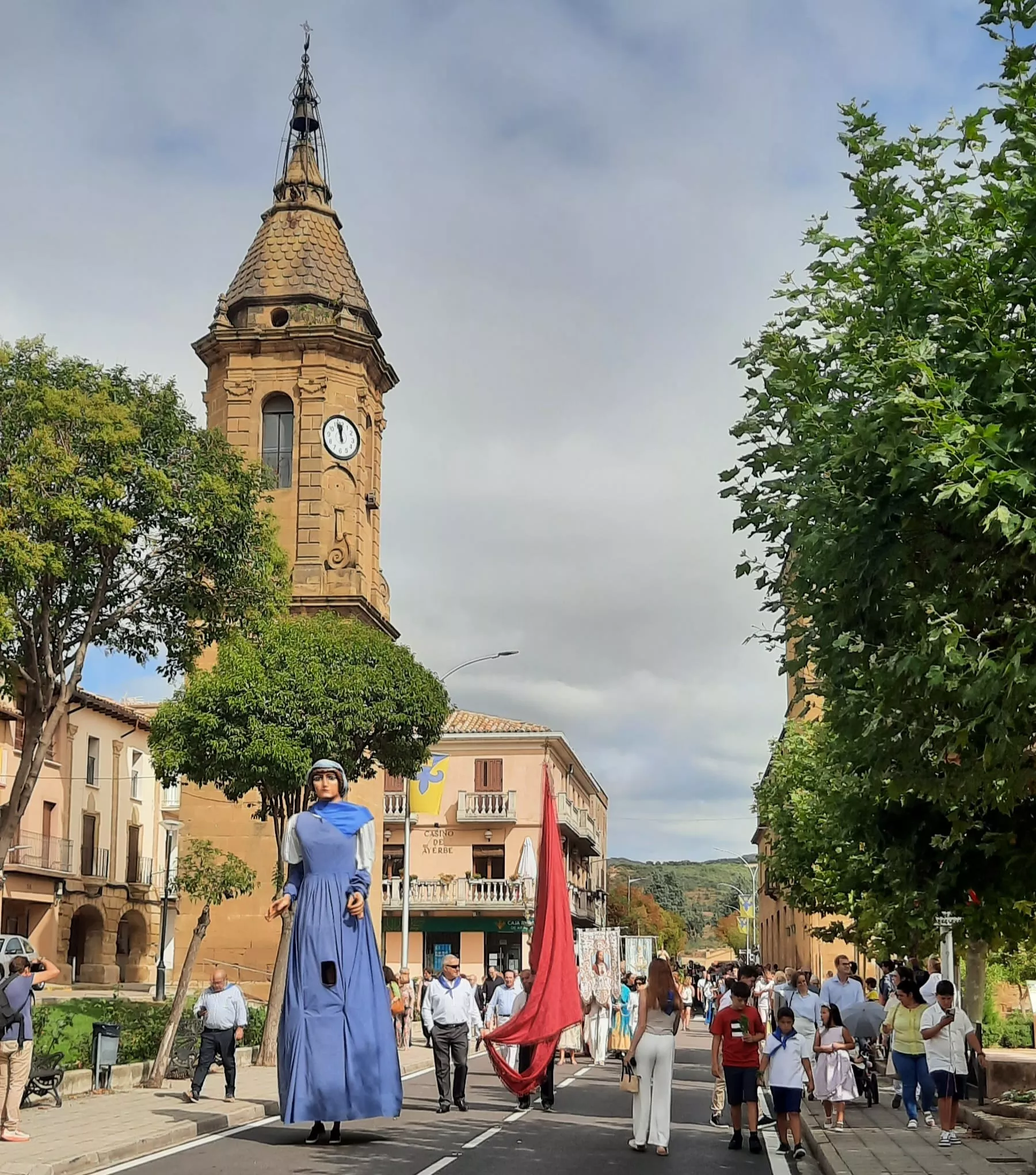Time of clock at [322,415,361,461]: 11:57
